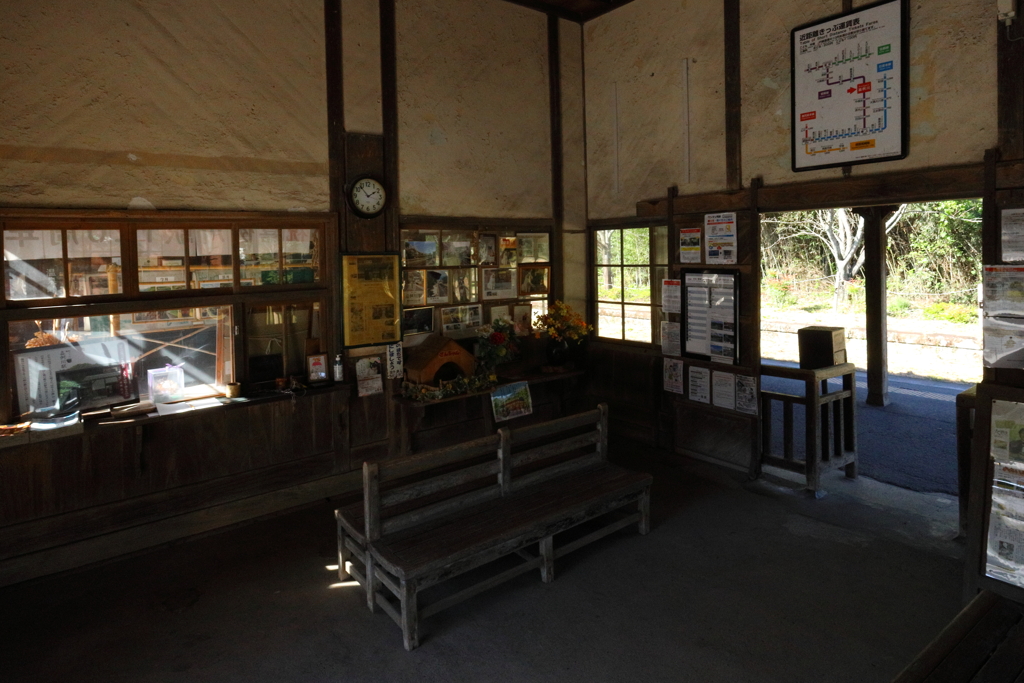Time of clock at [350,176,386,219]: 1:53
